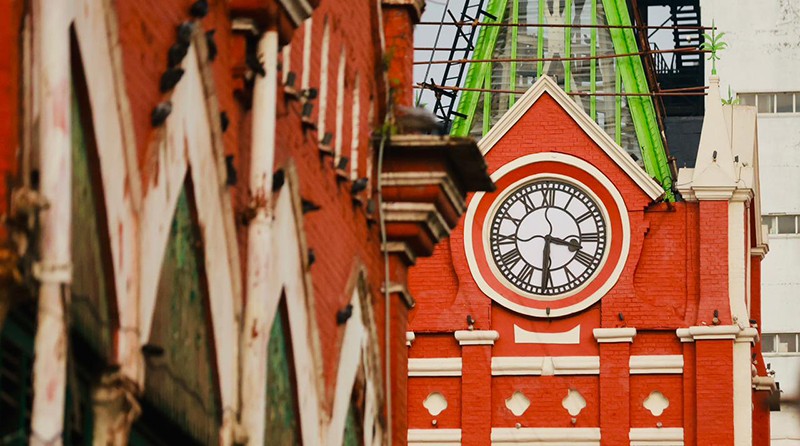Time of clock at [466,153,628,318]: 3:30
